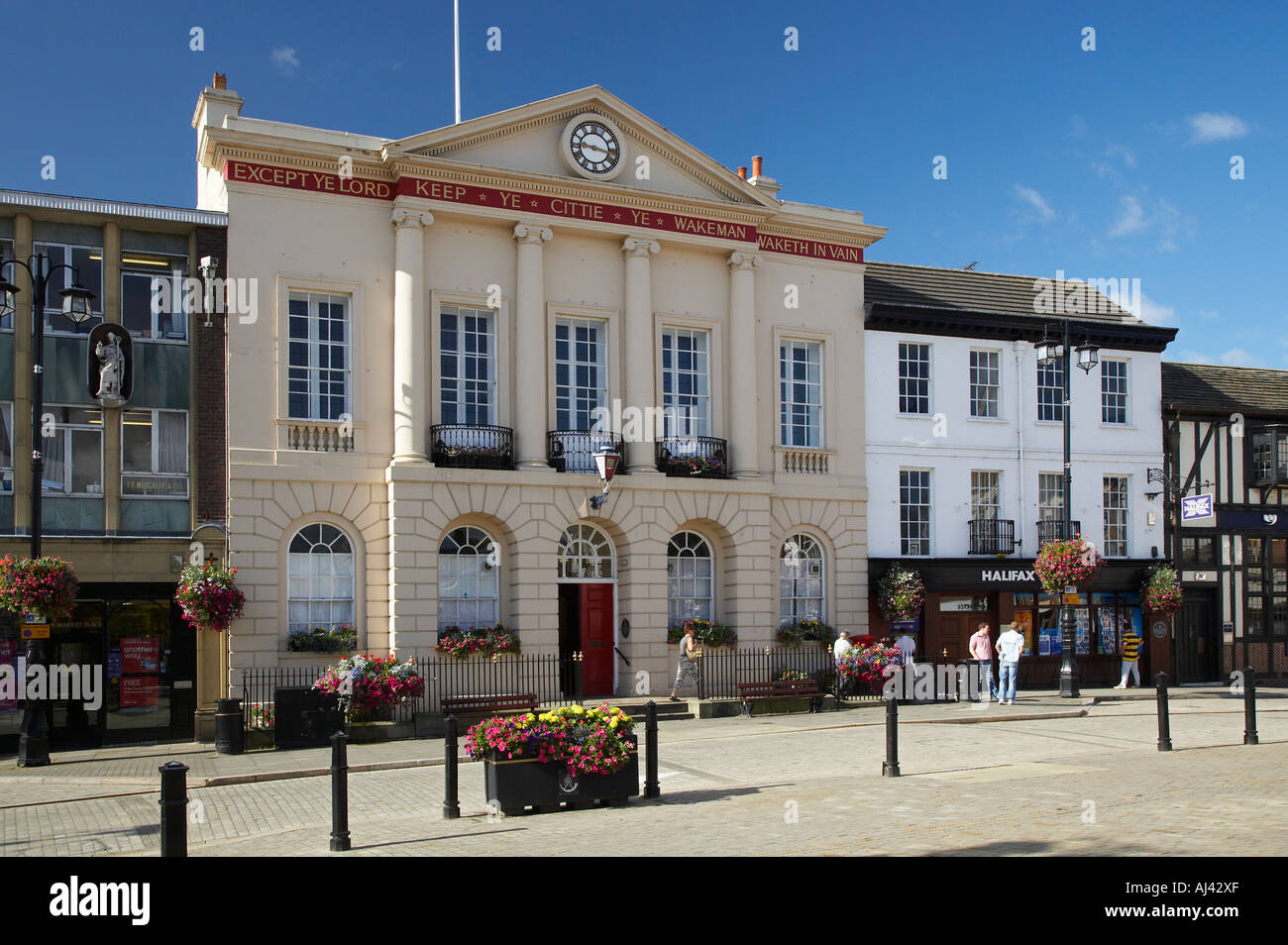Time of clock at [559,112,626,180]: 9:17
